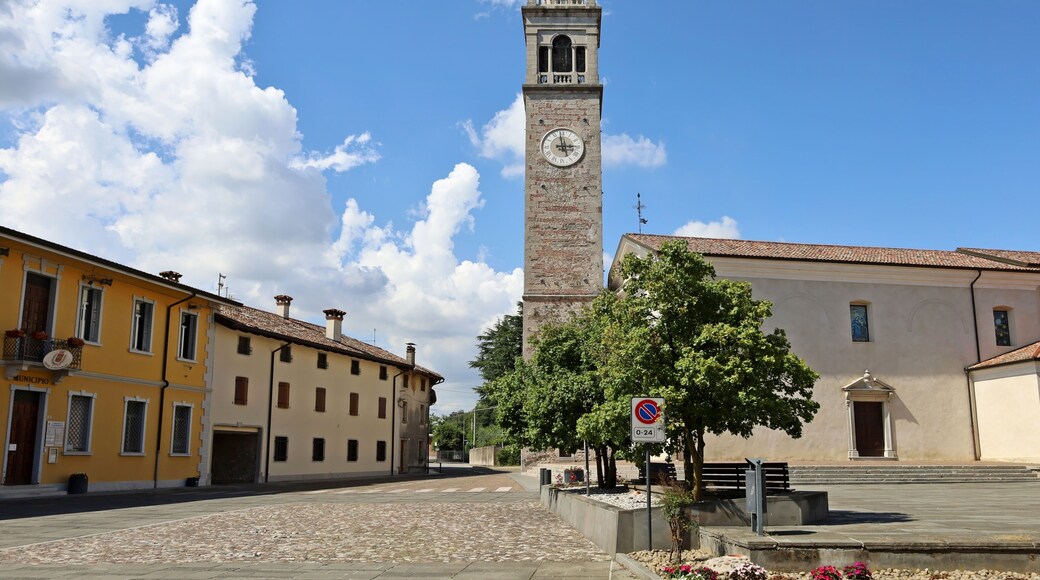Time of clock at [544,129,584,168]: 2:58
